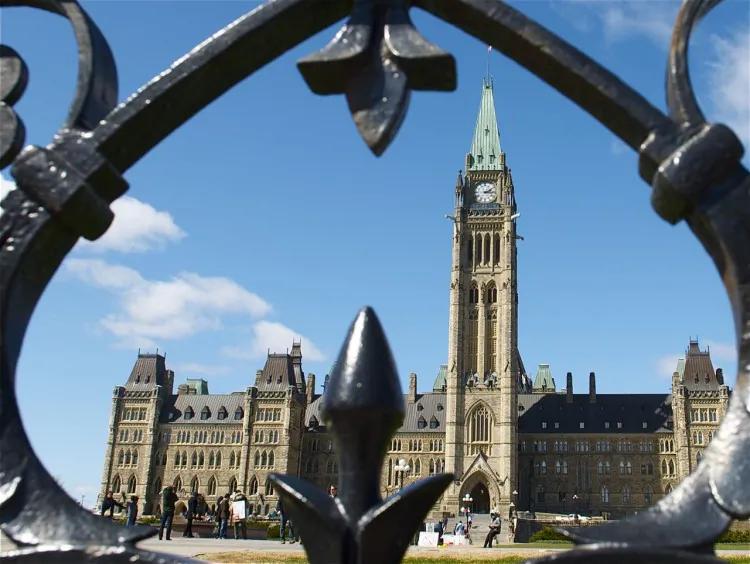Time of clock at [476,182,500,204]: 2:15
